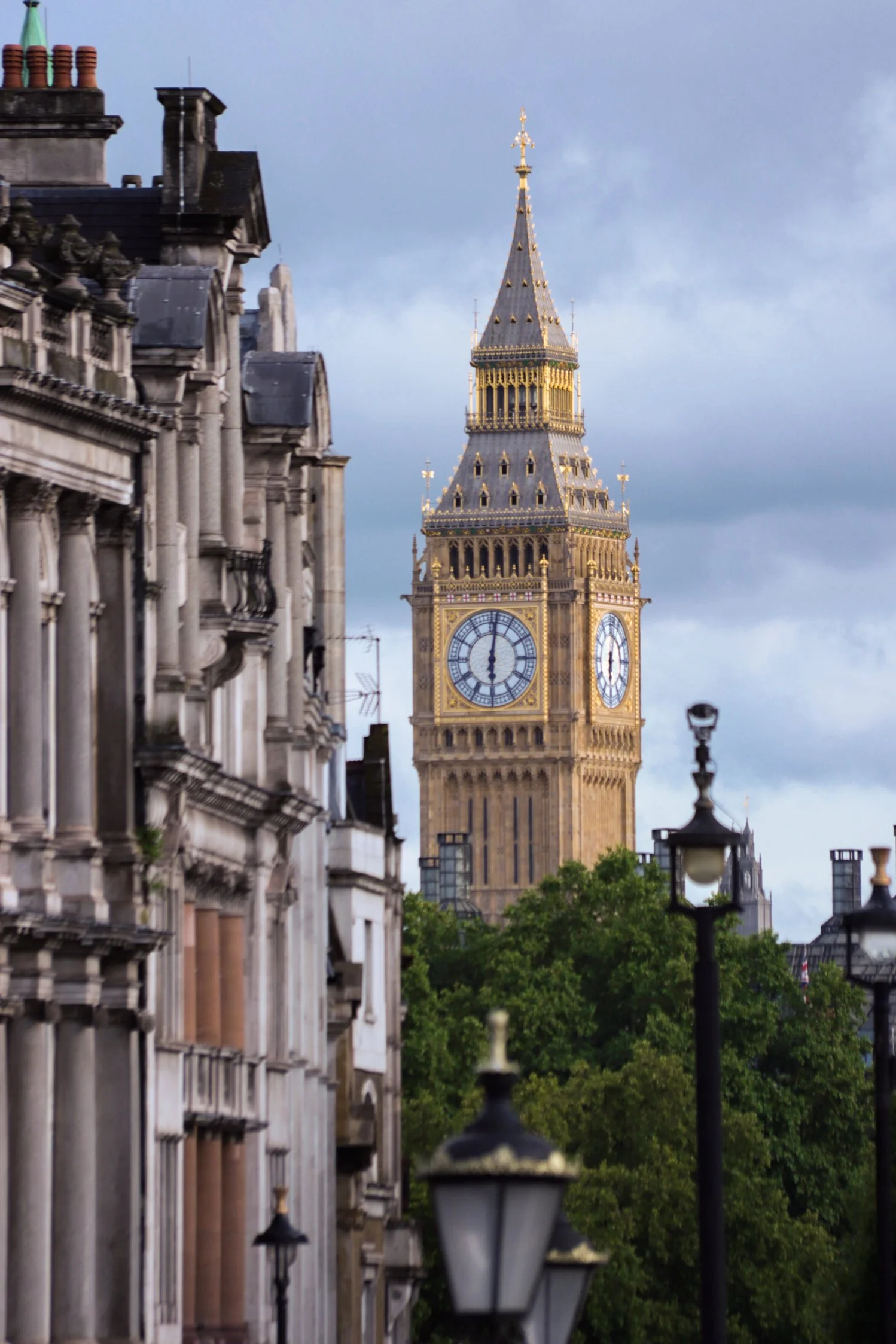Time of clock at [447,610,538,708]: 6:01
